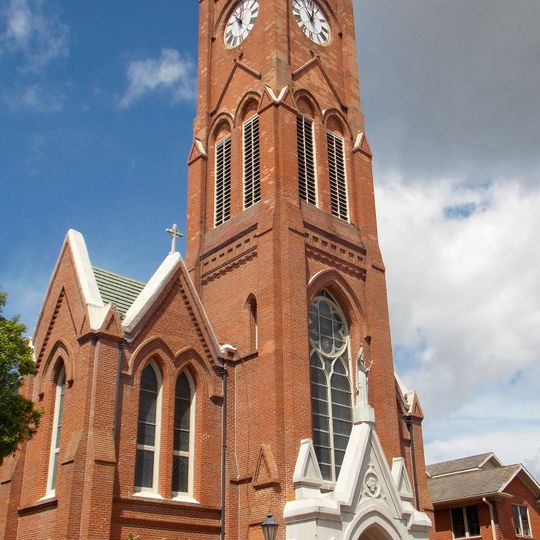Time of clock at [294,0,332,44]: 11:02
